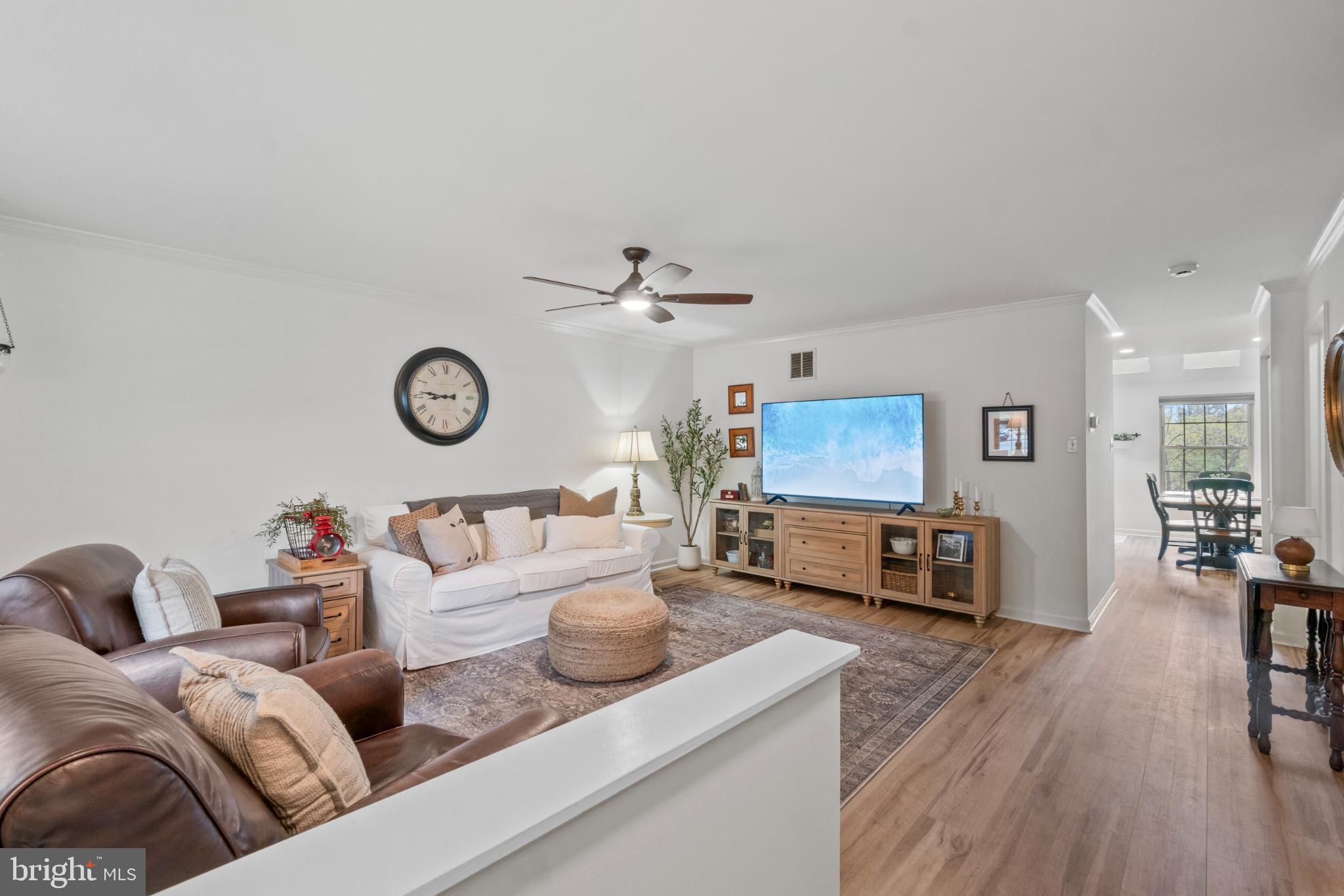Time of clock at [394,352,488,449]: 8:46
